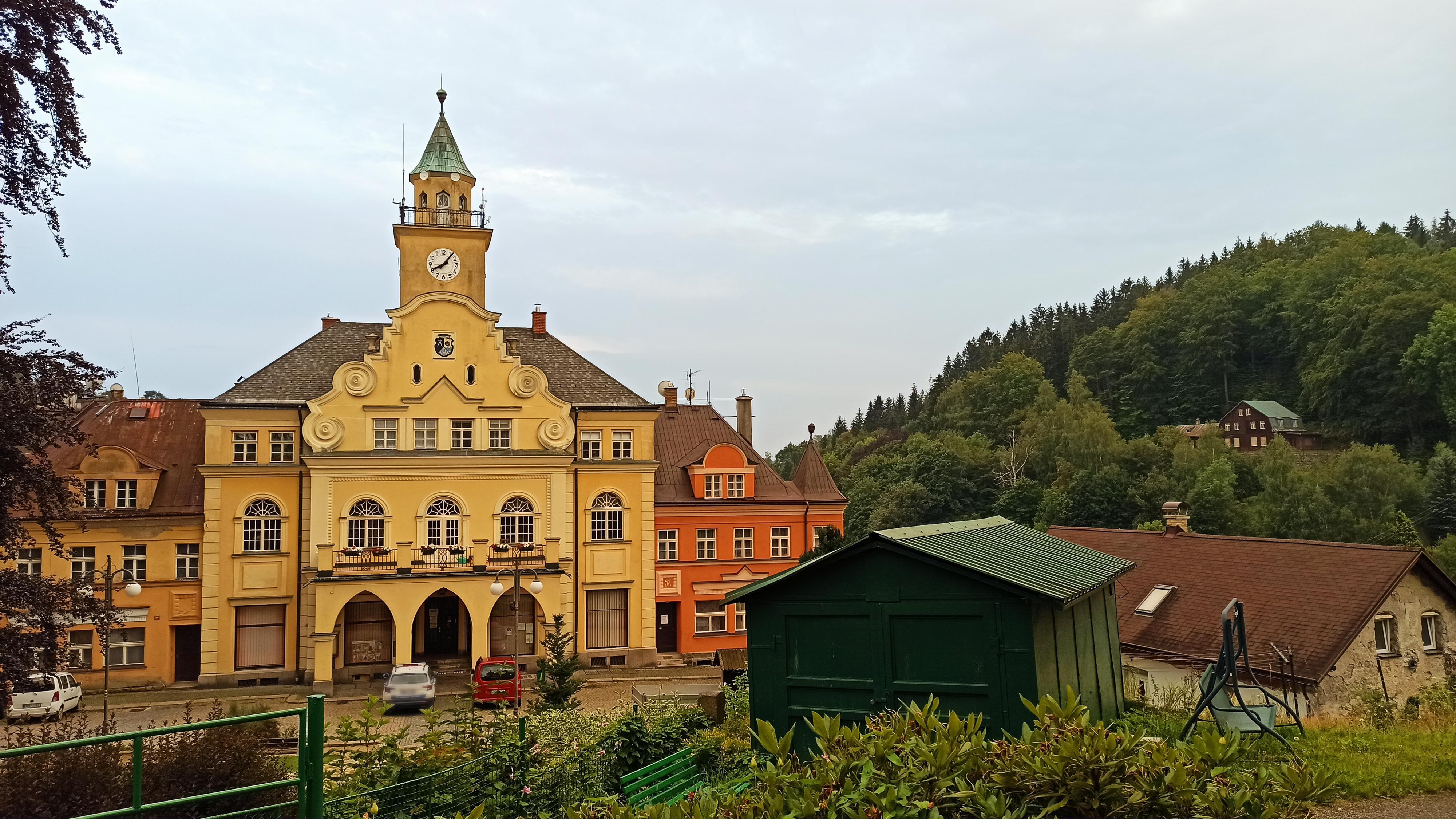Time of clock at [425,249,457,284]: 8:06
